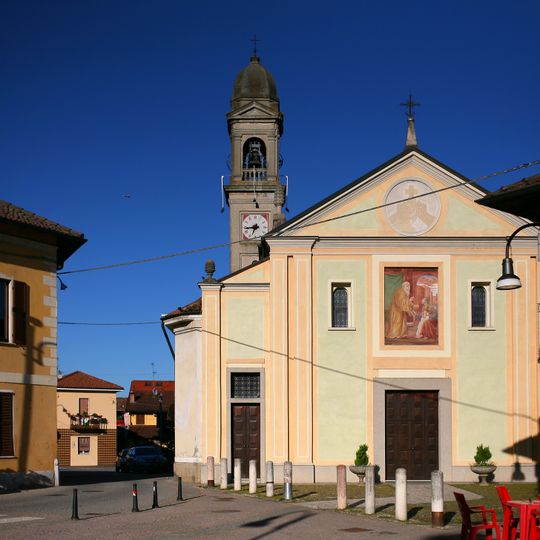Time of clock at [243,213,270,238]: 6:43
